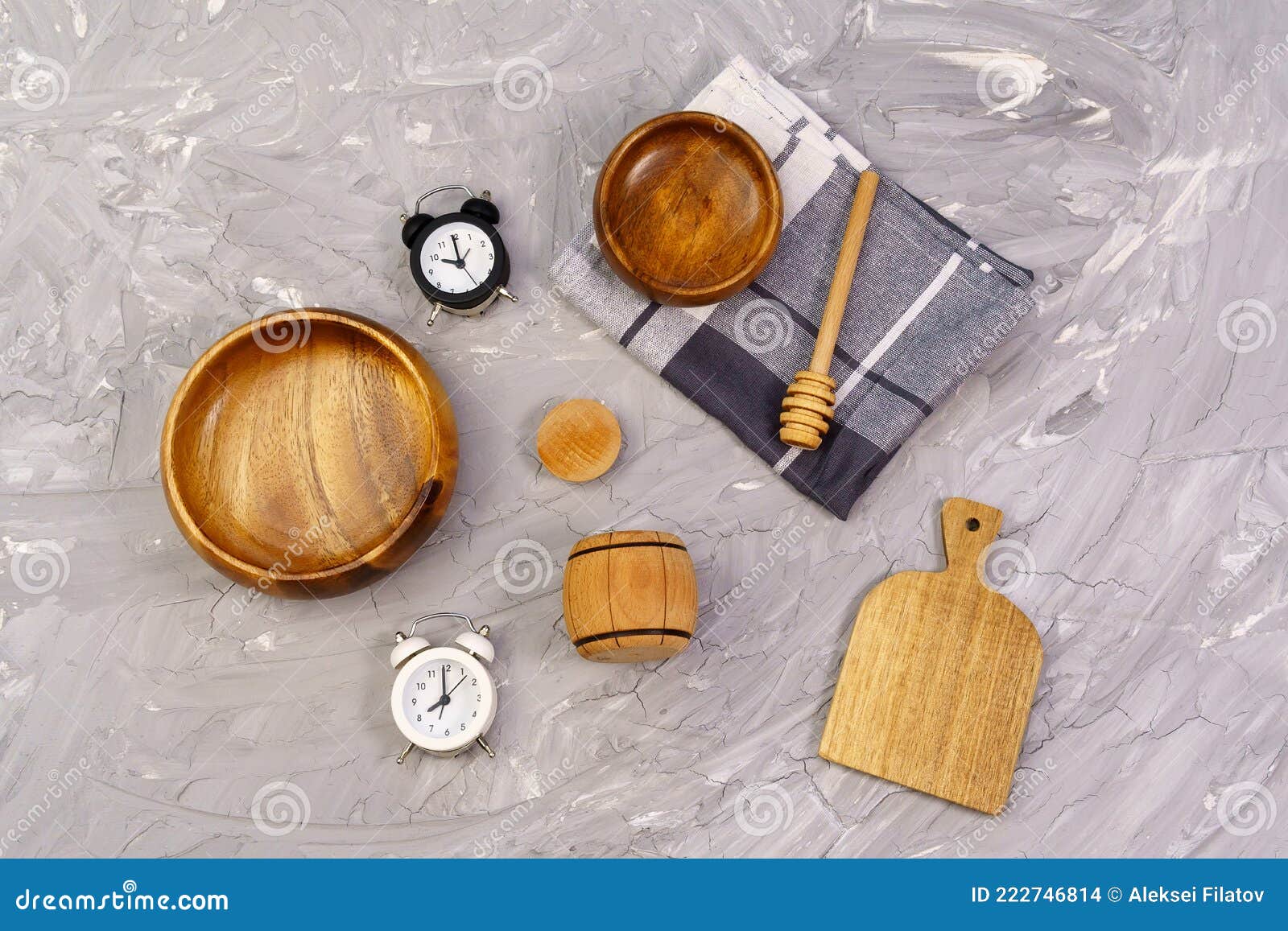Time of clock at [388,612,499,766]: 7:59
